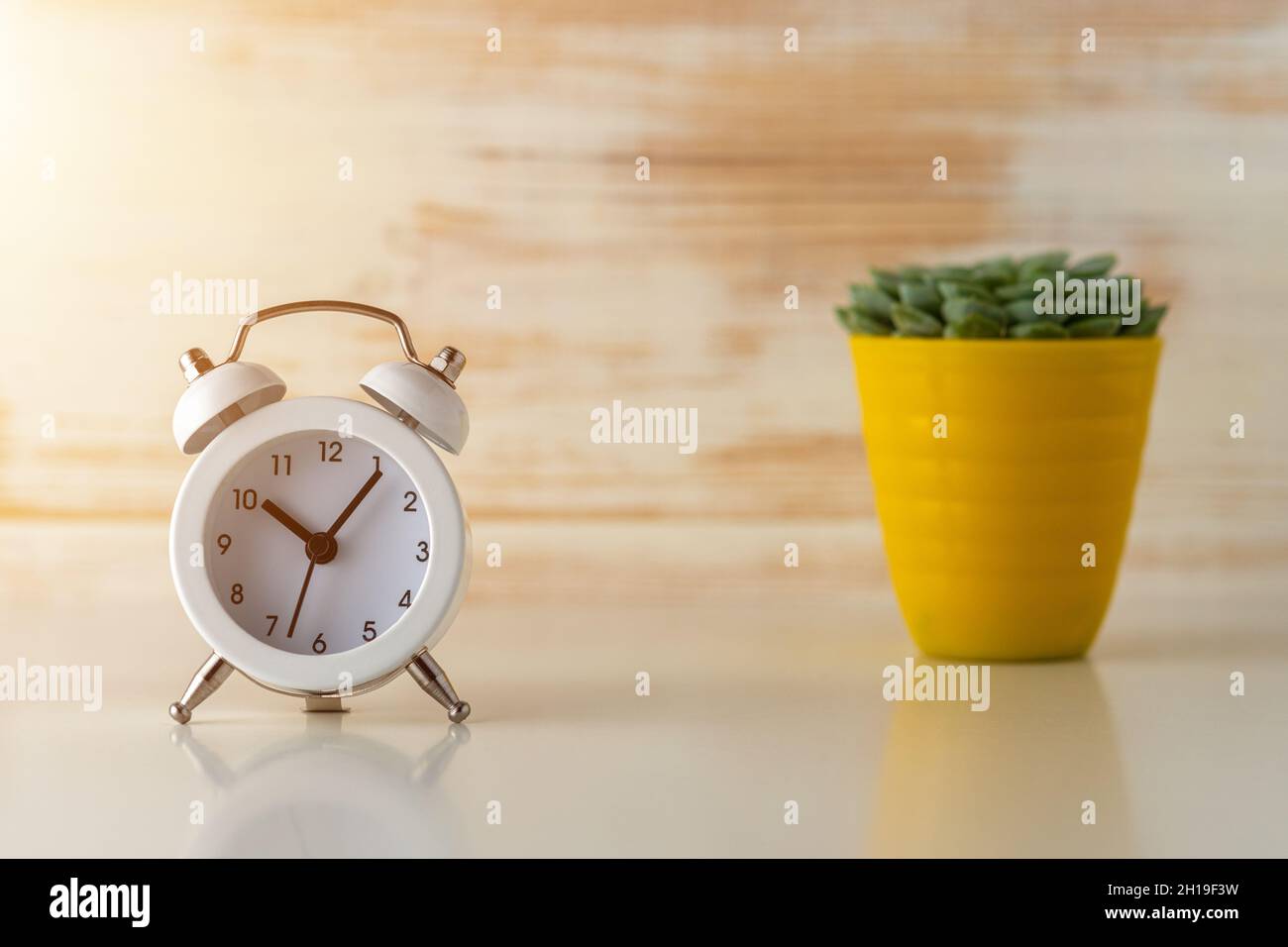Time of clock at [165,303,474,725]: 10:06
